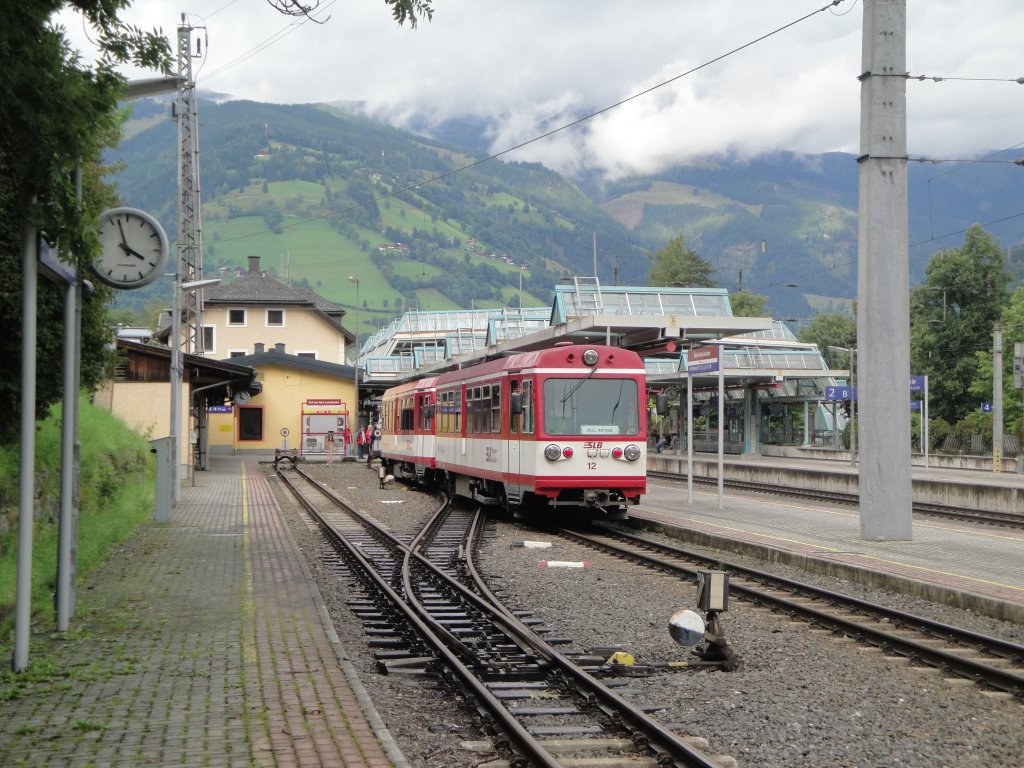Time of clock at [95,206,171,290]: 3:57
